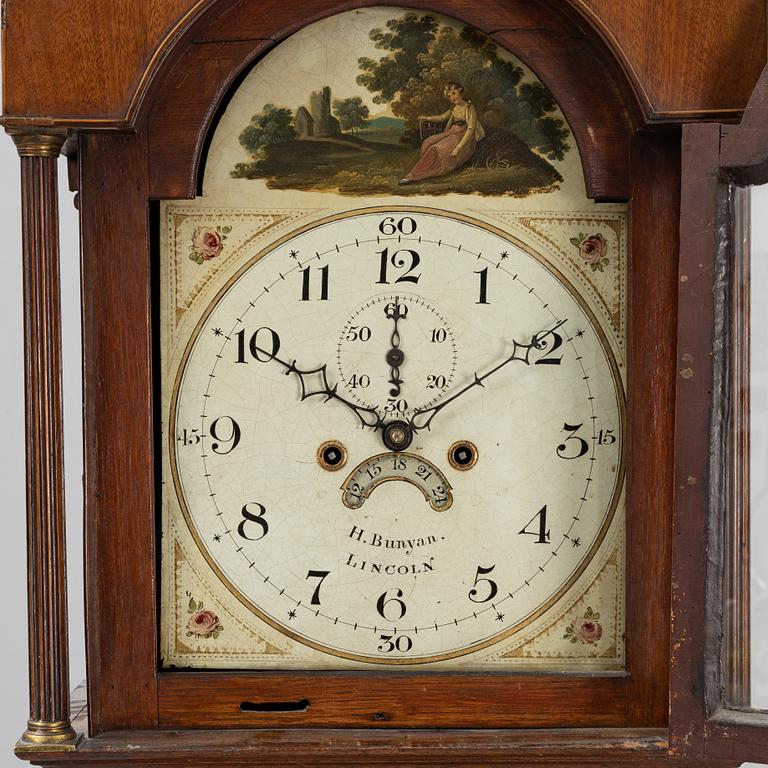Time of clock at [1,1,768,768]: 10:00
